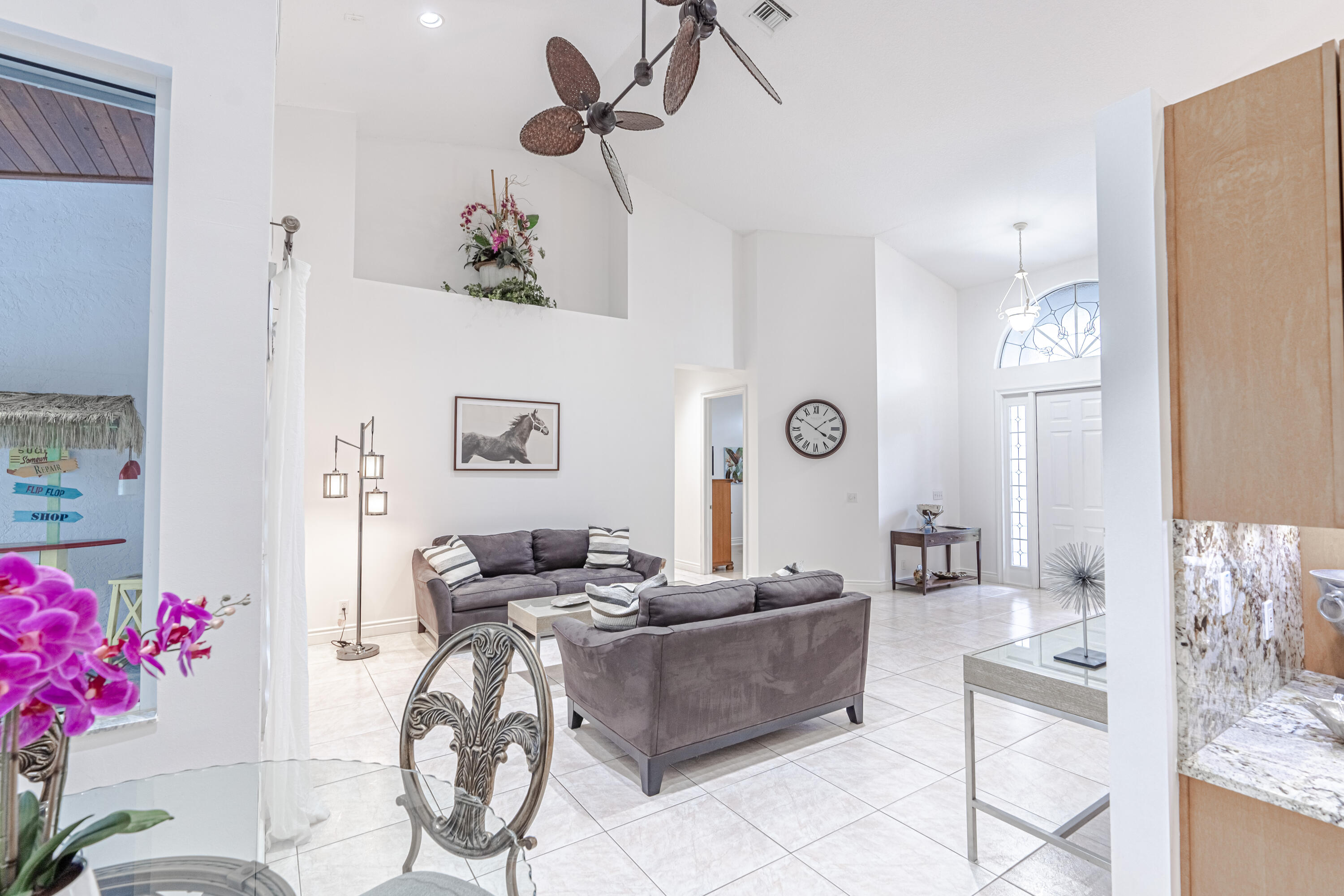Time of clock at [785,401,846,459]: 1:50
